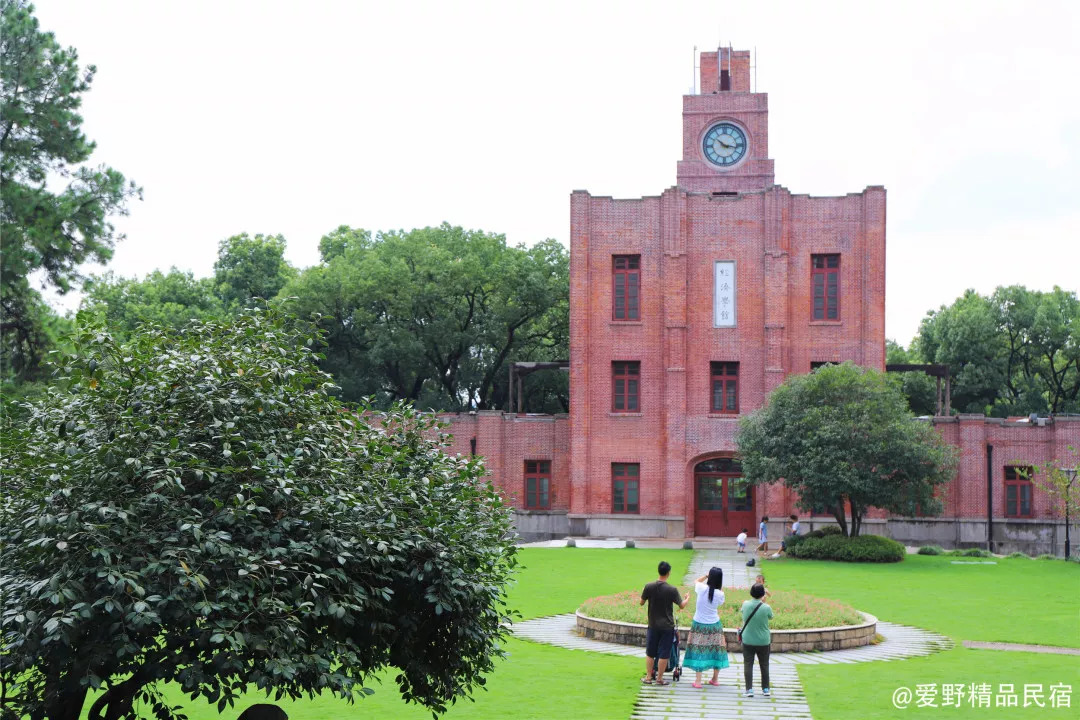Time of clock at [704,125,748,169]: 10:16
